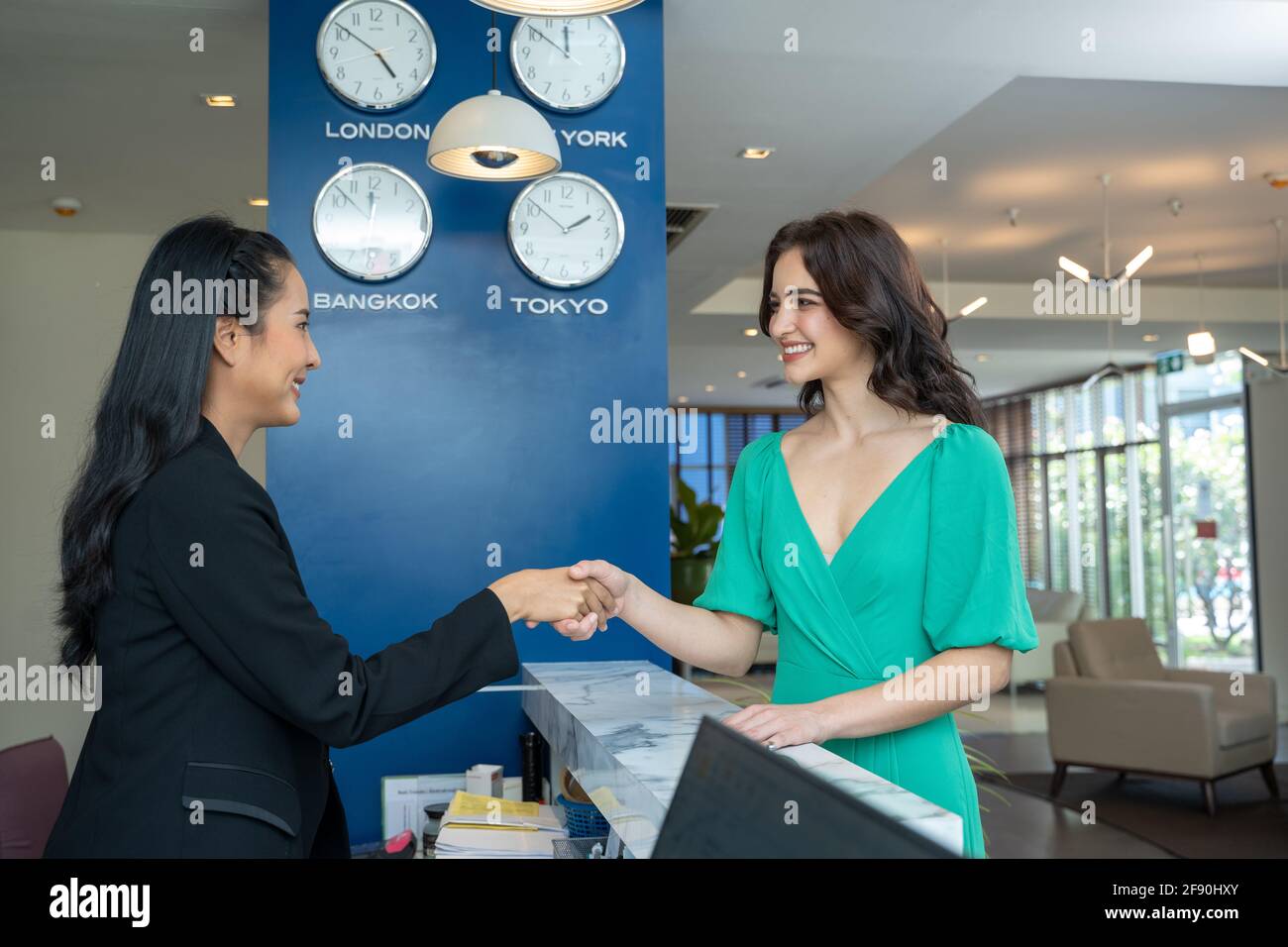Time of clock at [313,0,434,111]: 4:50
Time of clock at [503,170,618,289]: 1:51
